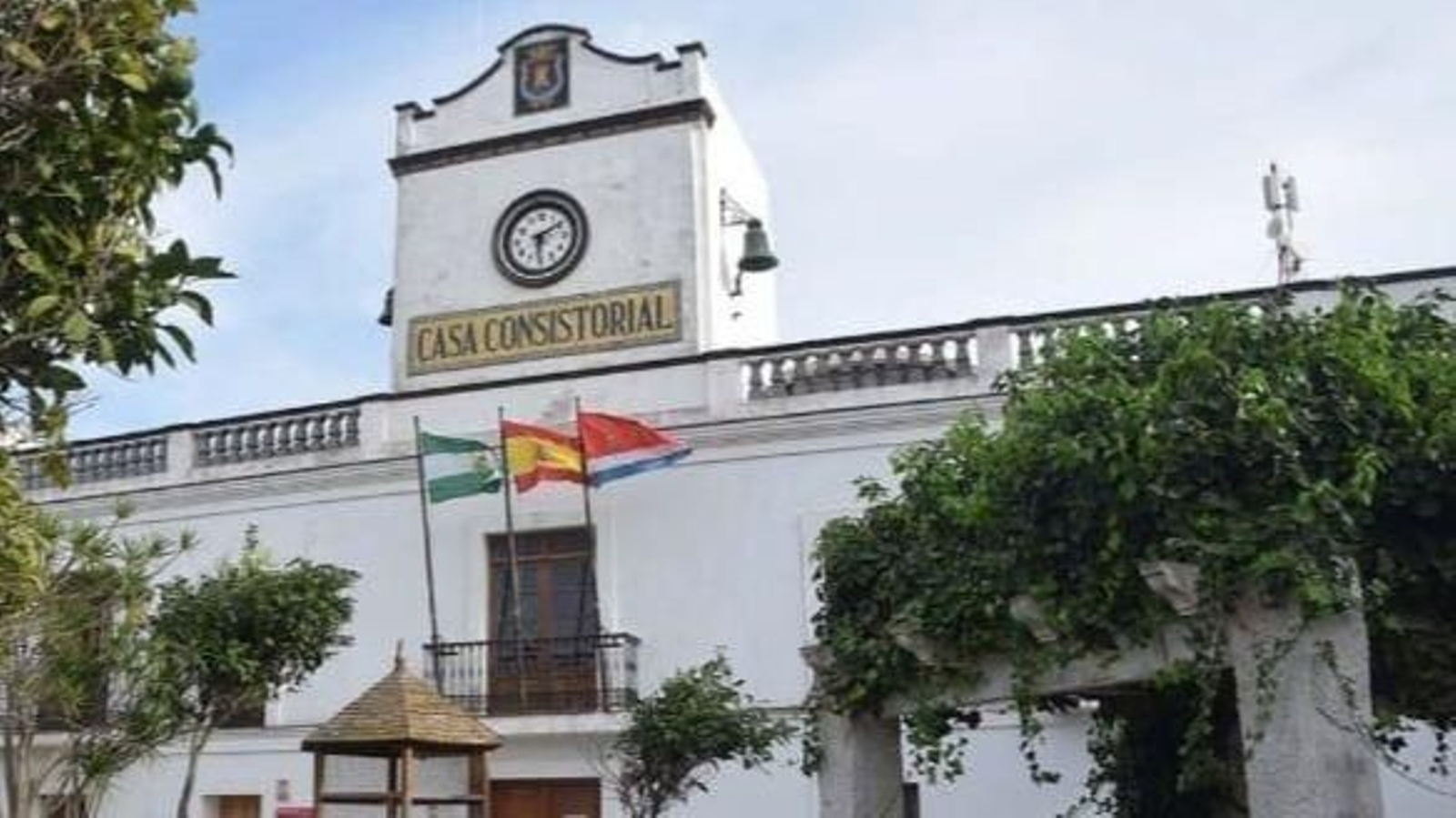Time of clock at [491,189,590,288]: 6:10
